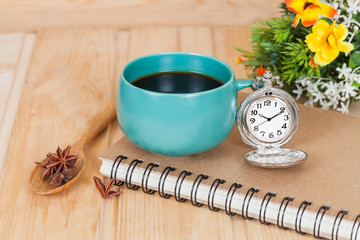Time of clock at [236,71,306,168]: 10:10
